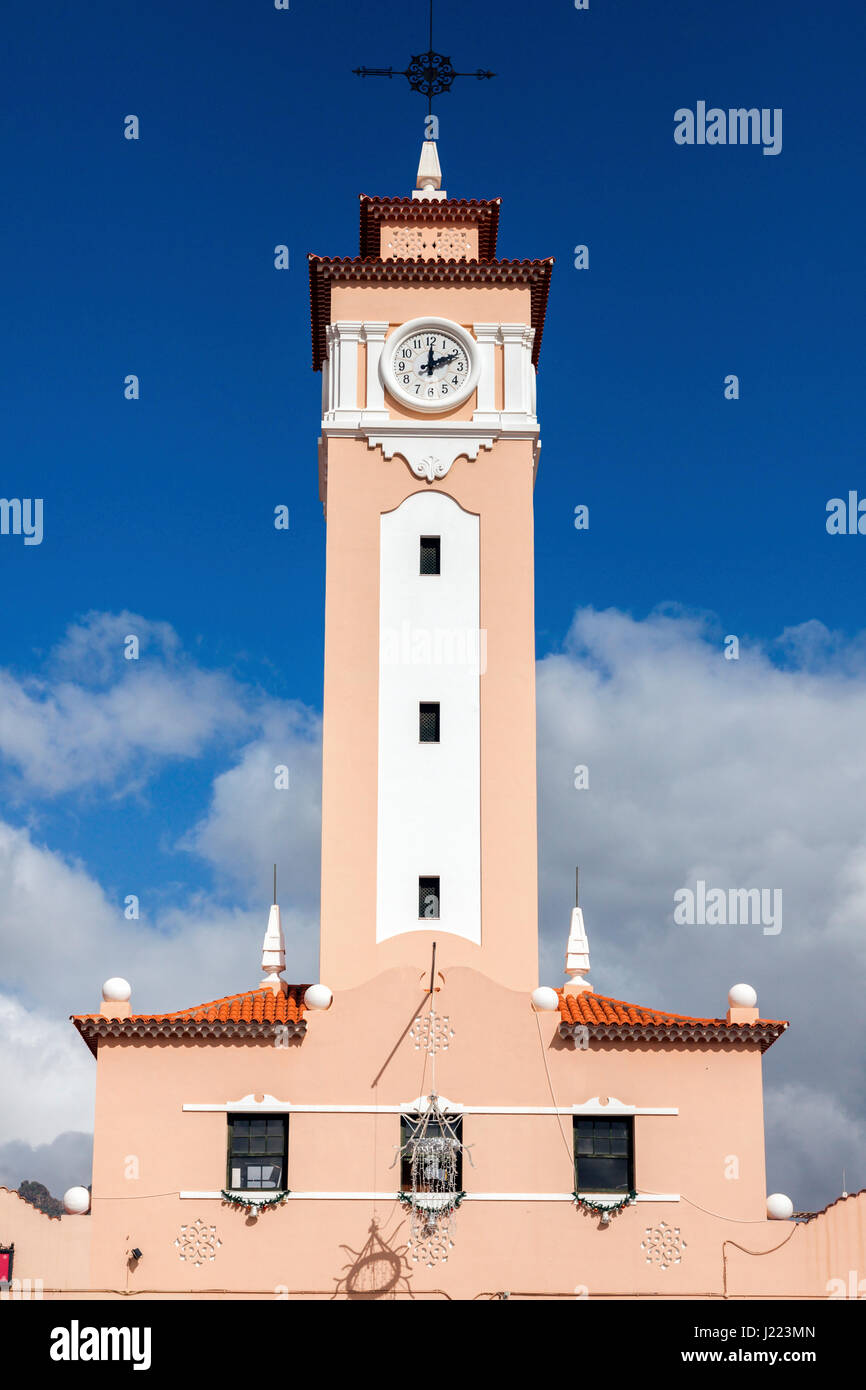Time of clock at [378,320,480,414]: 12:10
